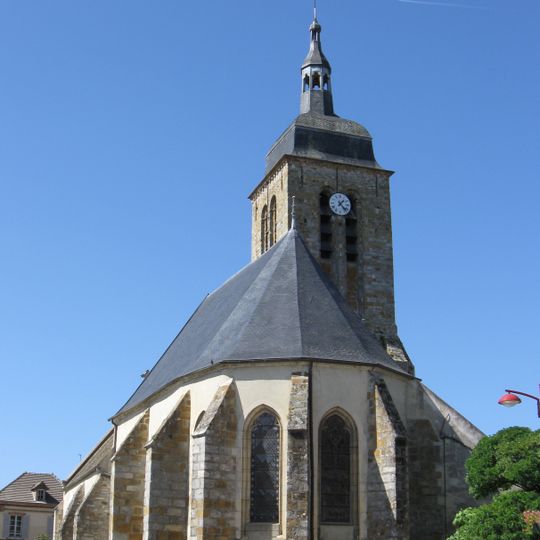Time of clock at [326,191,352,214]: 1:22
